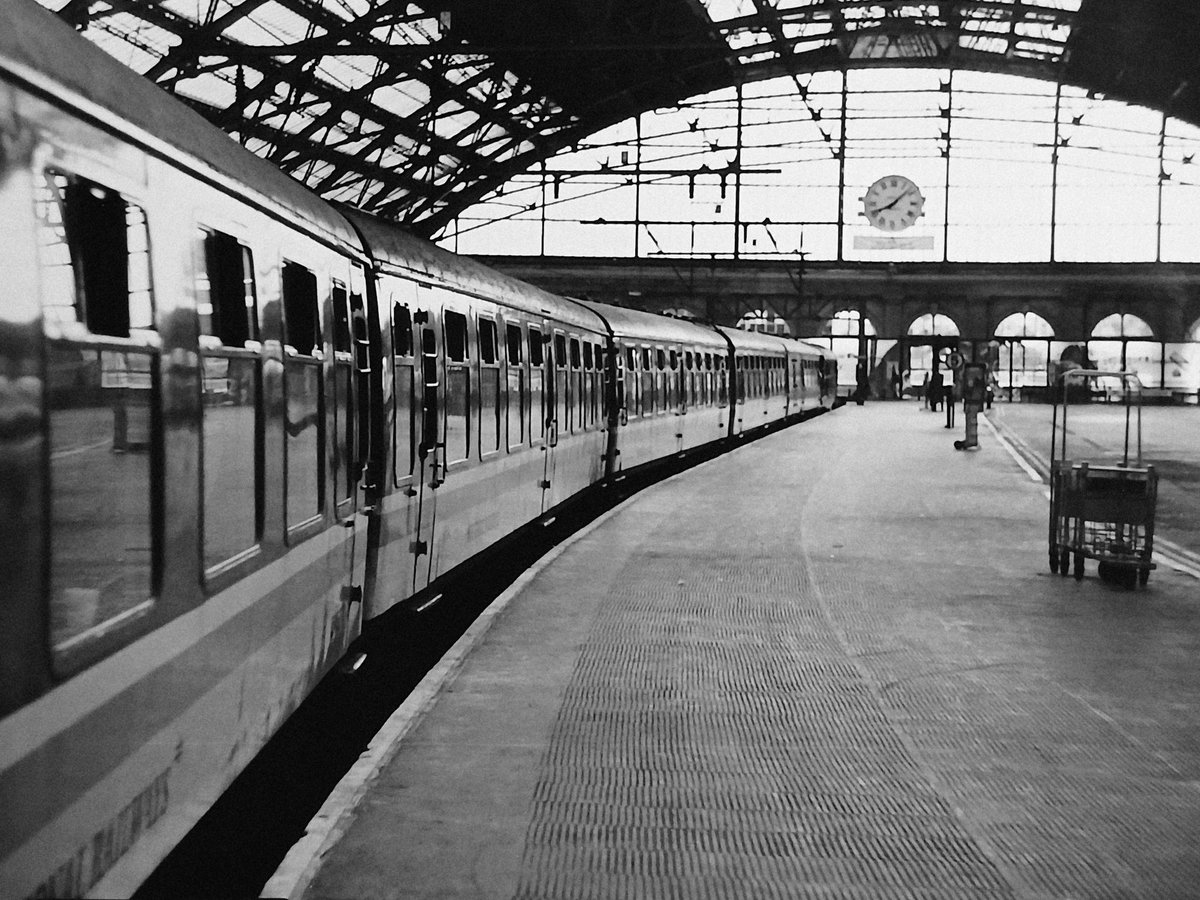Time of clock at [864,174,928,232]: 8:07
